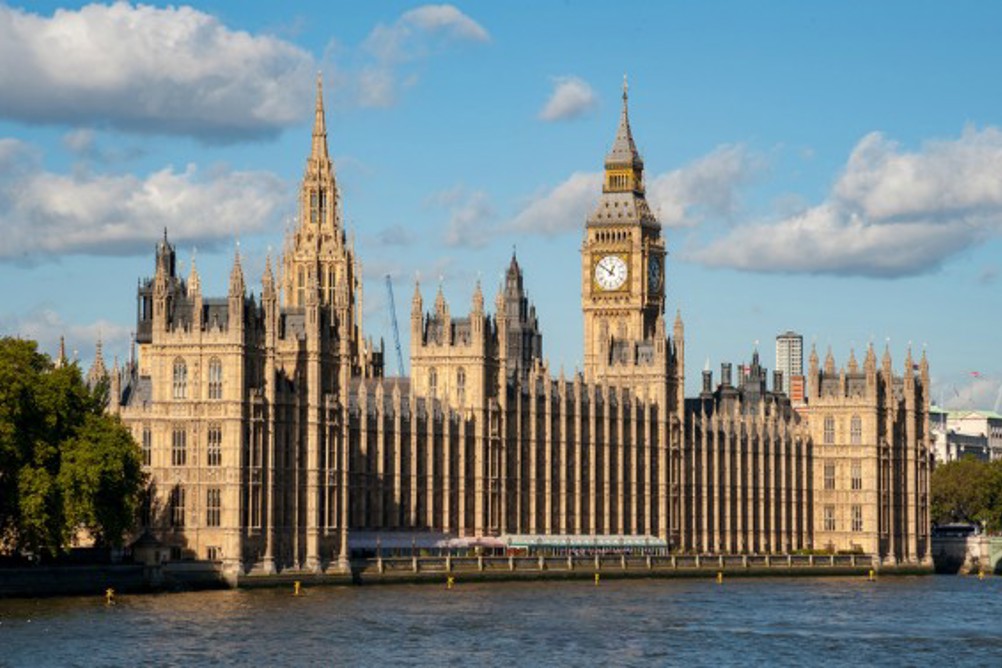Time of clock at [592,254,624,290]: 12:51
